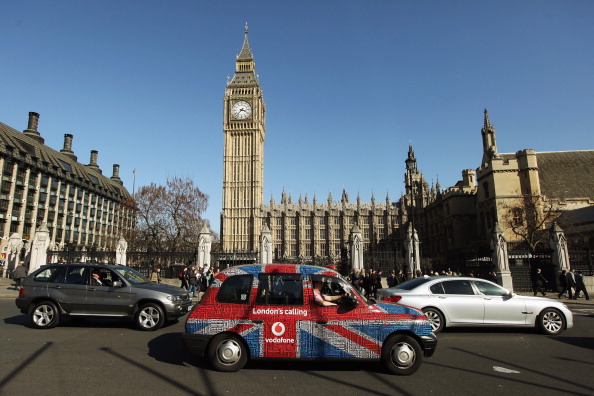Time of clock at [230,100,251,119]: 3:37
